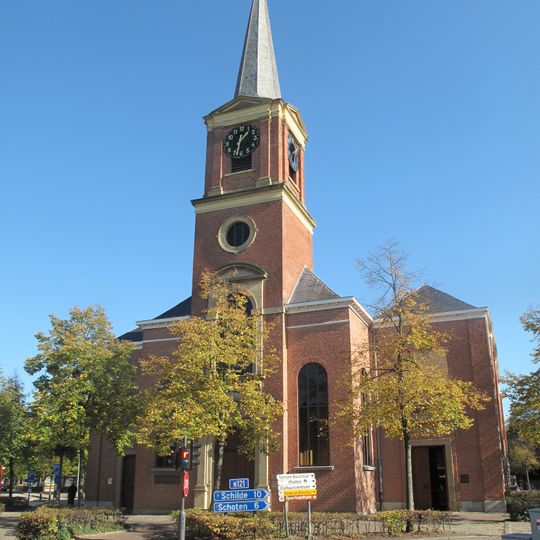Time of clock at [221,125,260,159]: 1:32
